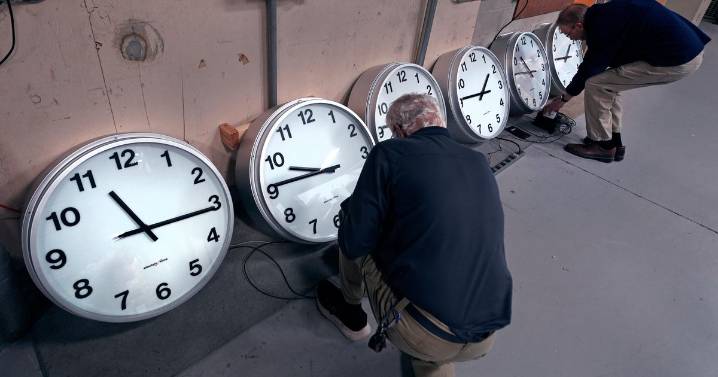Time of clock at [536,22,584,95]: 10:45
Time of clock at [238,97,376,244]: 9:45
